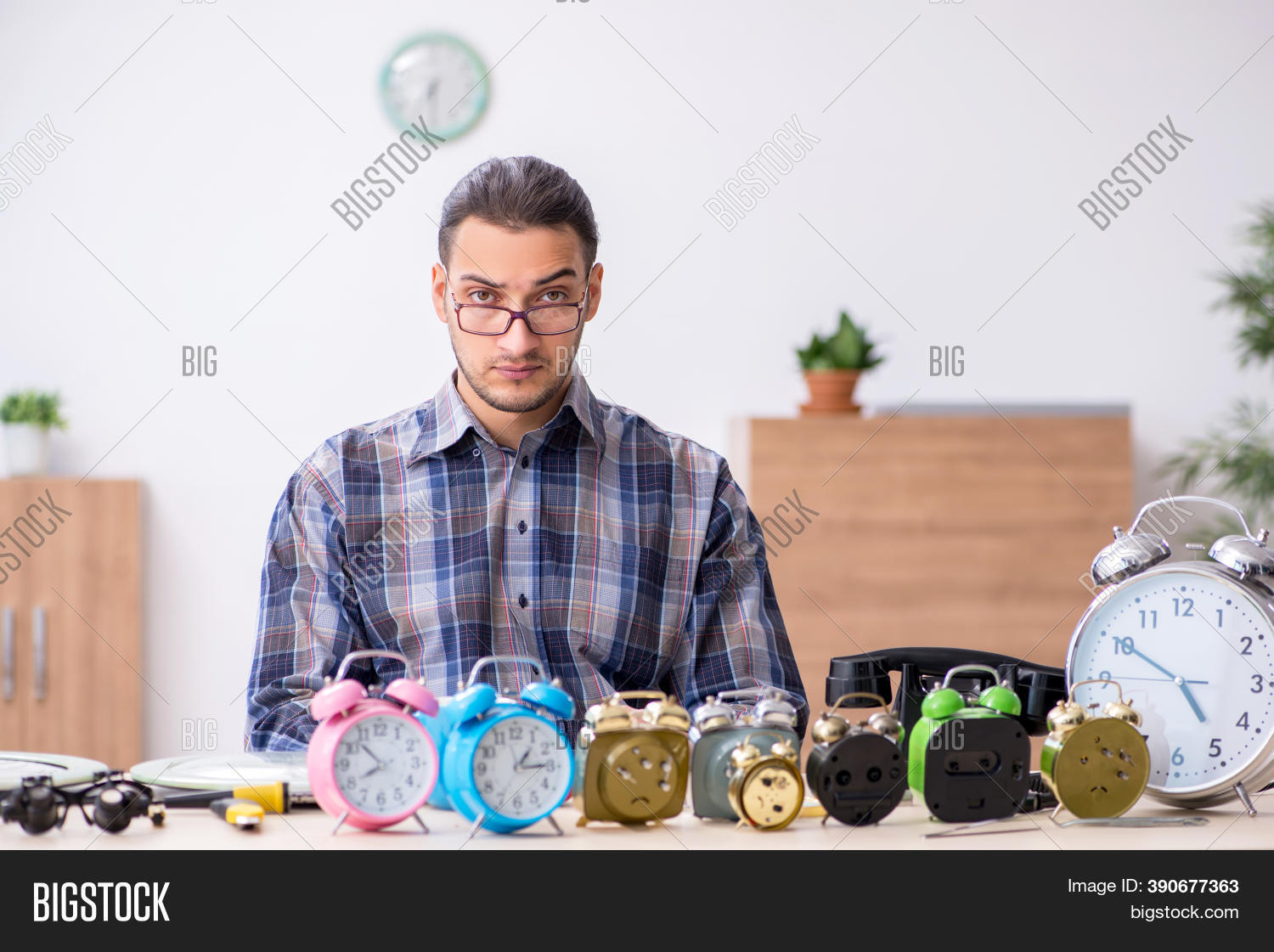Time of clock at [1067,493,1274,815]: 4:50
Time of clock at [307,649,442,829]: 7:52
